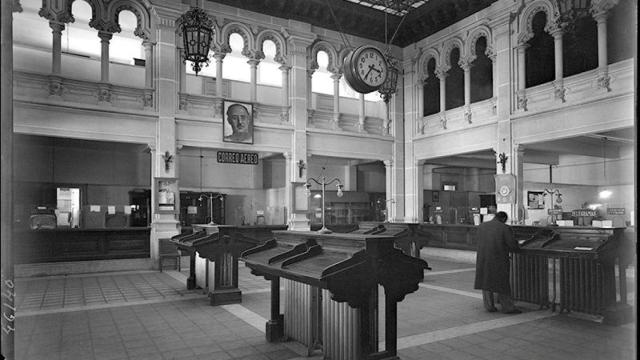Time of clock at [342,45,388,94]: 3:35
